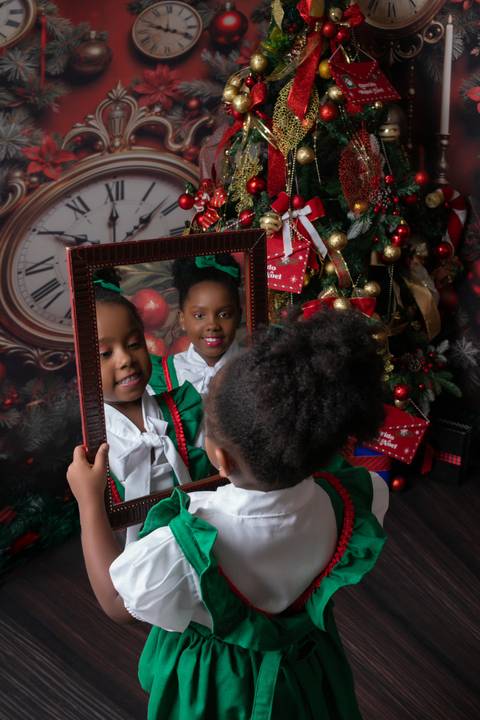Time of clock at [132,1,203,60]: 3:48
